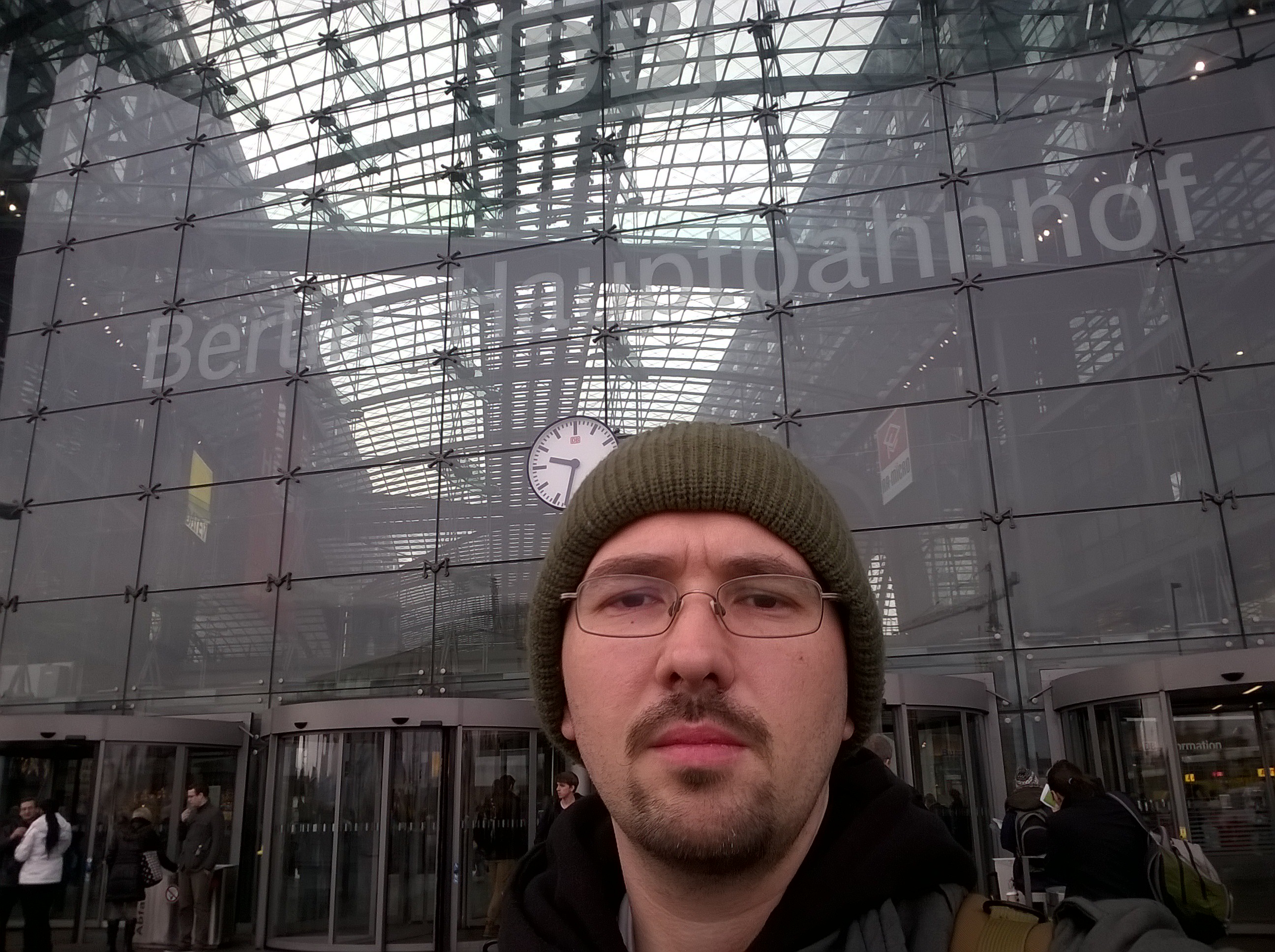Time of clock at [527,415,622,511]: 9:32
